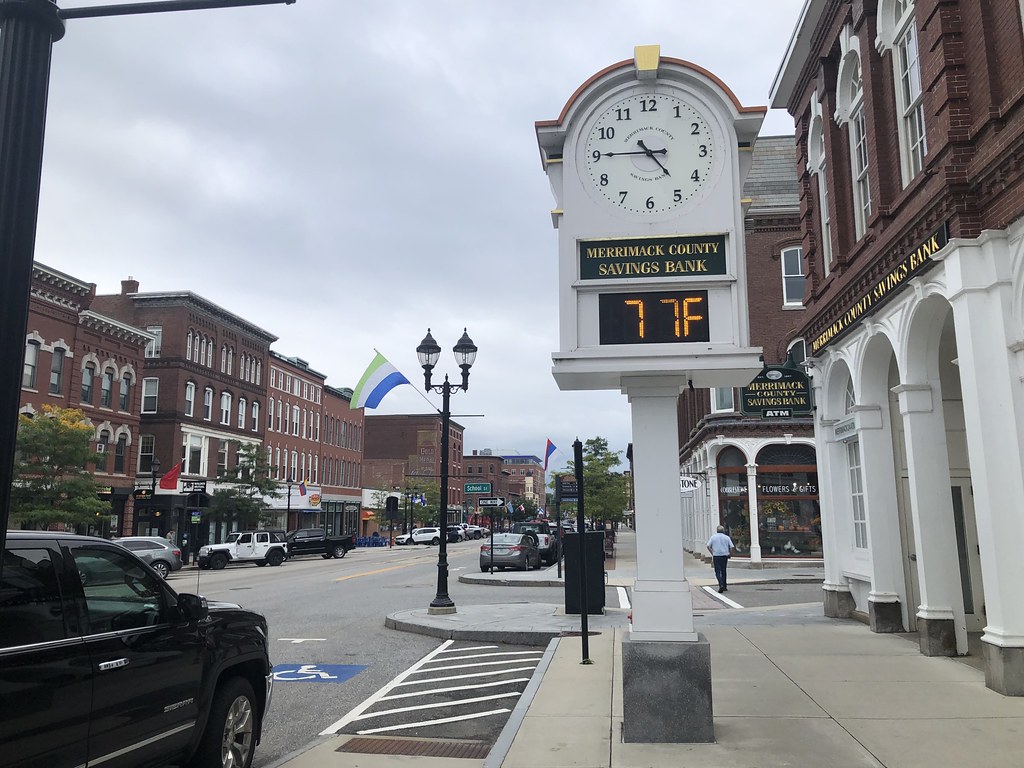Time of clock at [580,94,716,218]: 4:45
